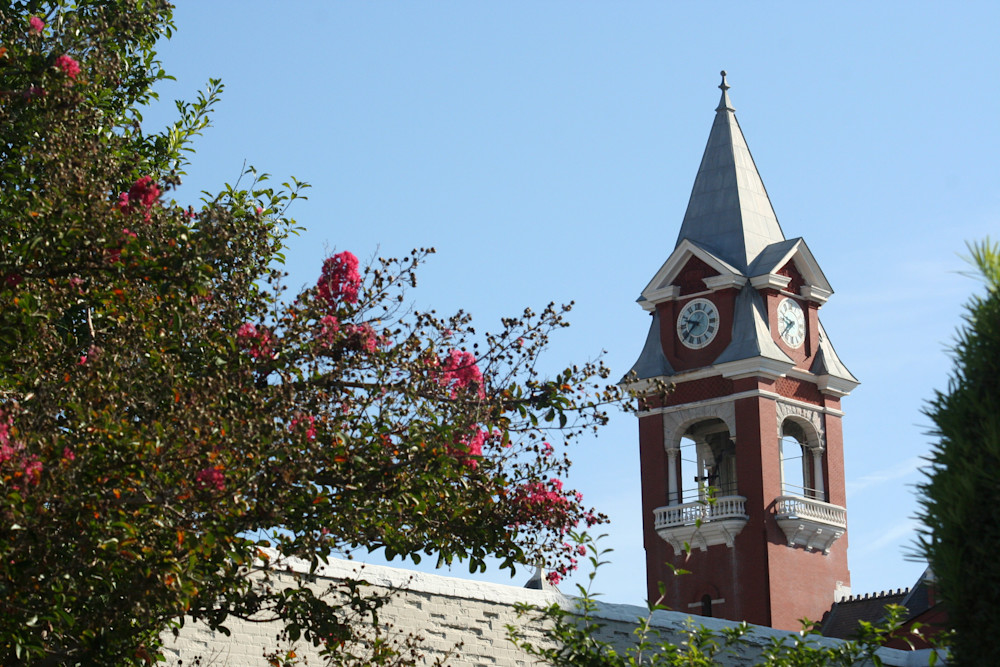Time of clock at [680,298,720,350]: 9:38
